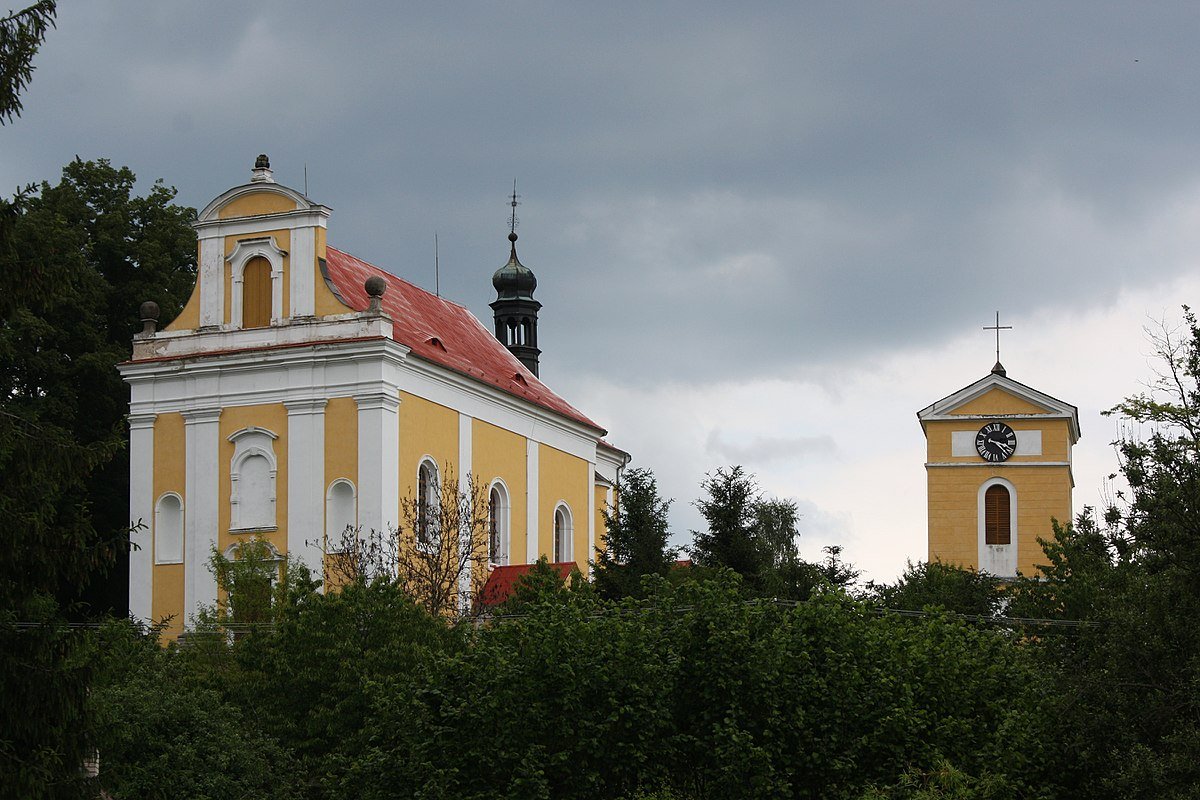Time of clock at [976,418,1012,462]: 3:22
